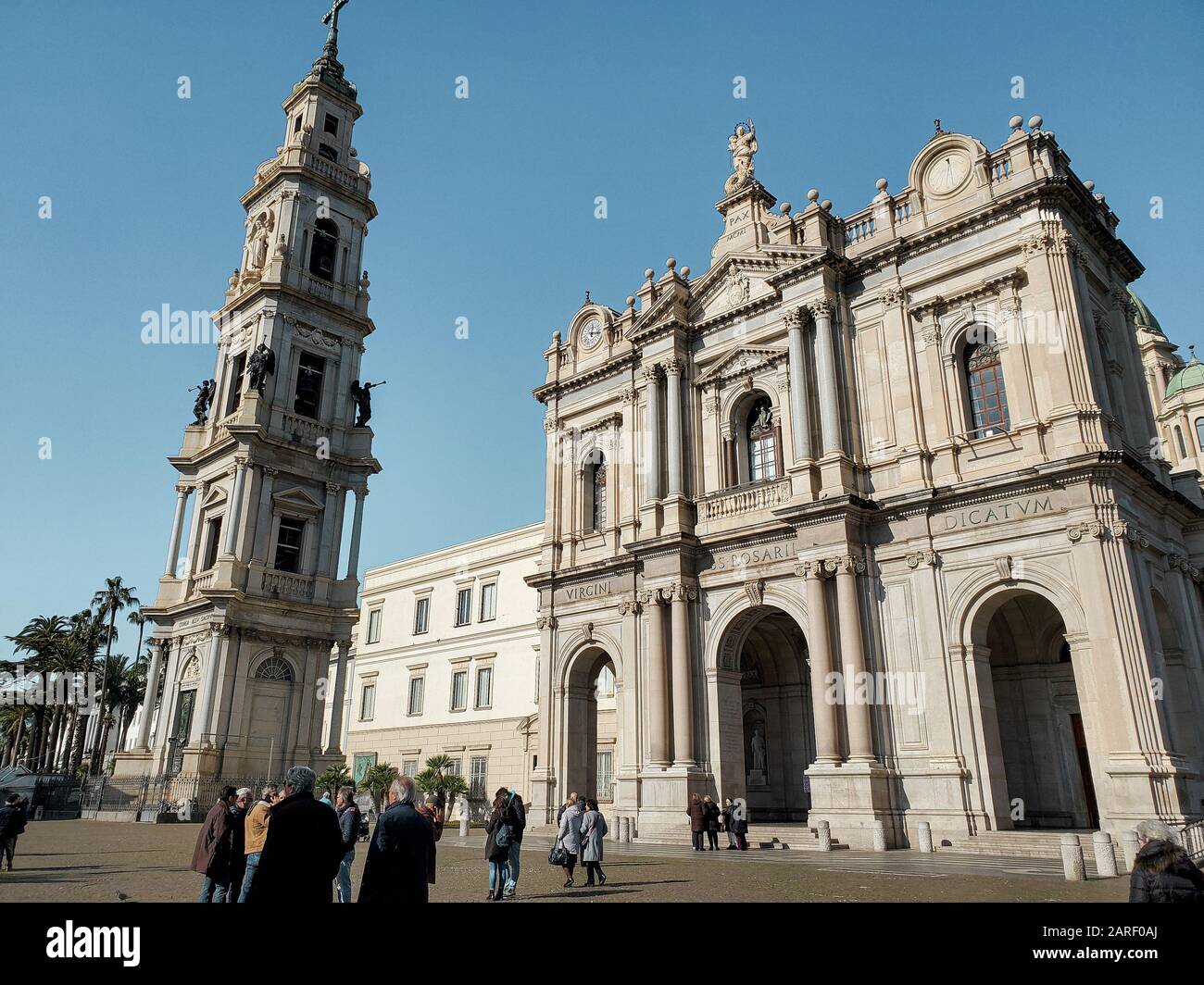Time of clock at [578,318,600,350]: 12:16
